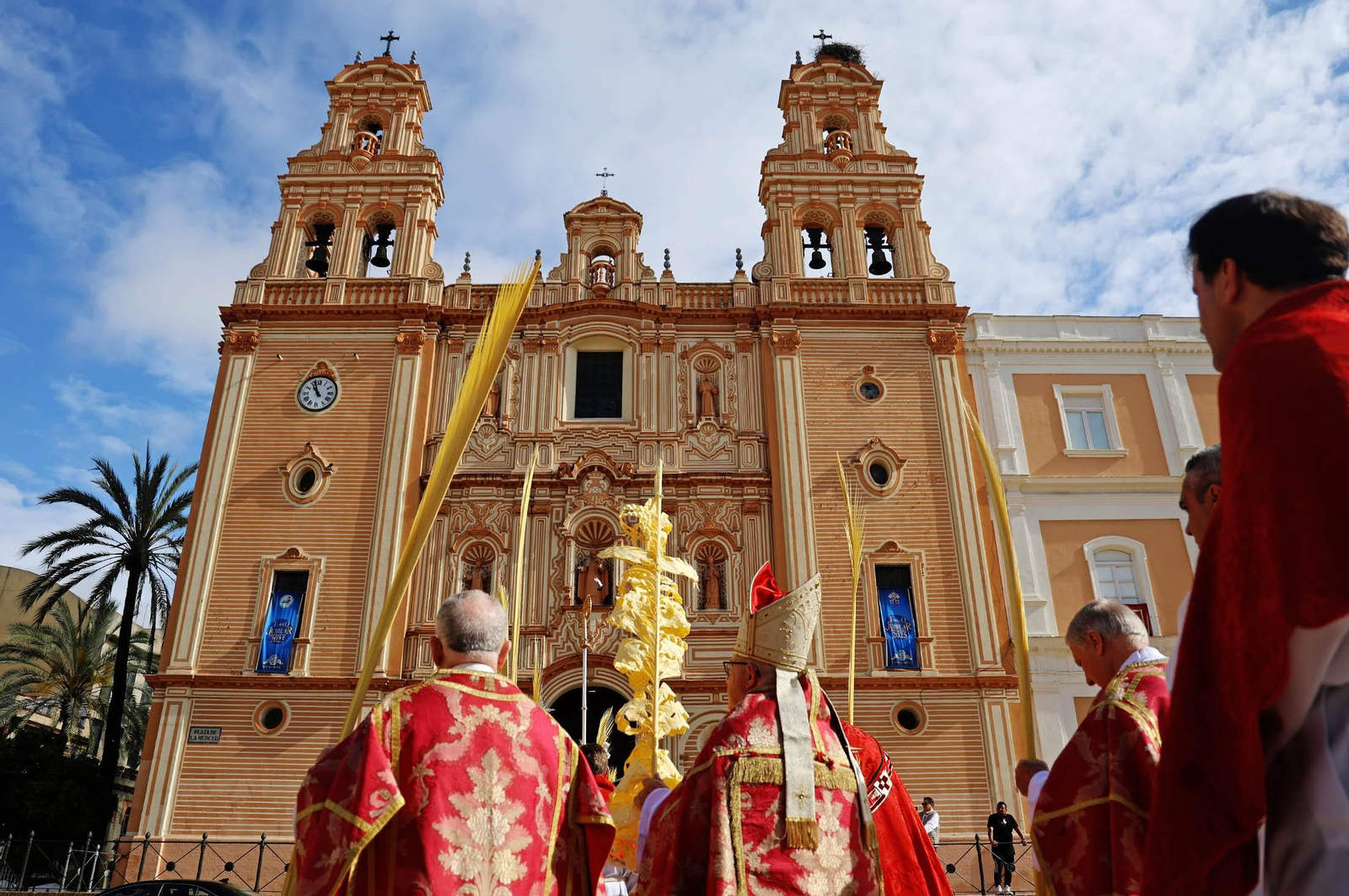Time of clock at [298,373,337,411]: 10:56
